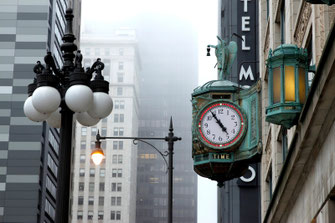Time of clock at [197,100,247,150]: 4:54
